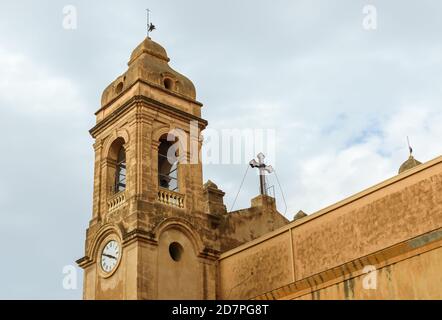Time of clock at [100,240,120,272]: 3:48
